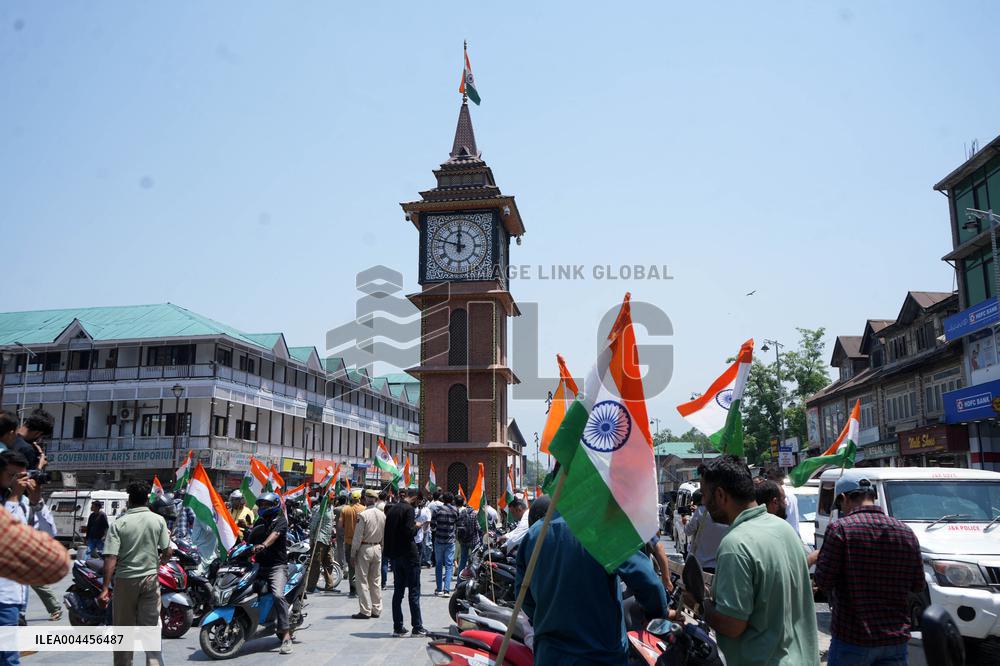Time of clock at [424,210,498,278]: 11:48
